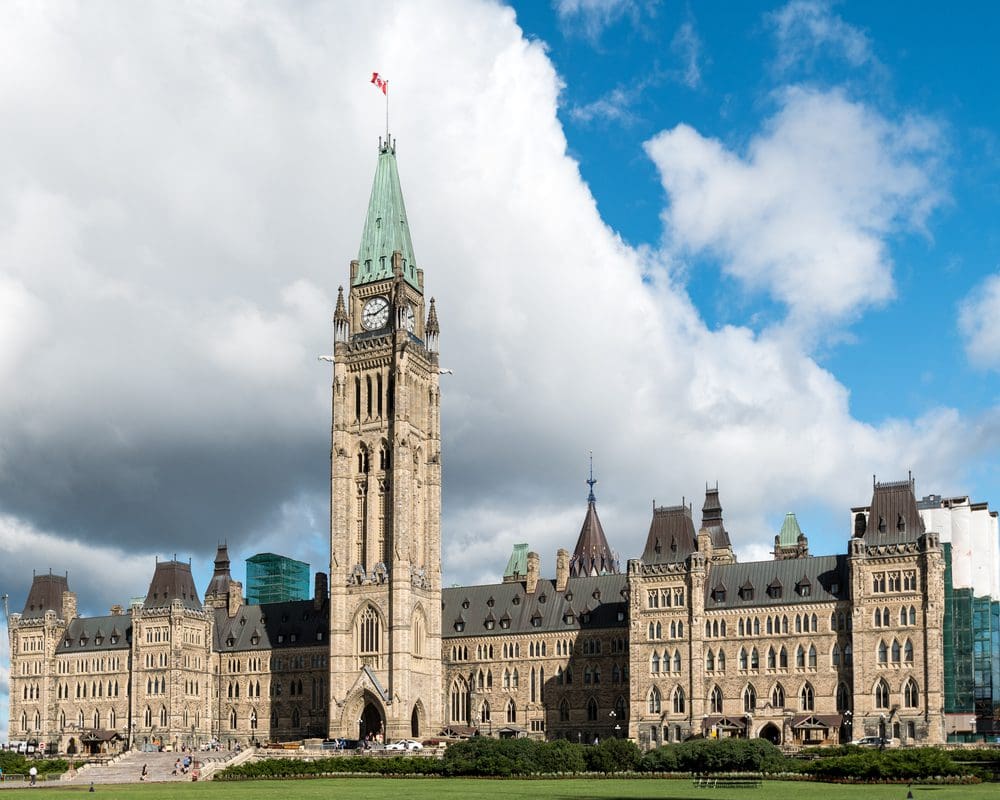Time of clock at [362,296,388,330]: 9:10
